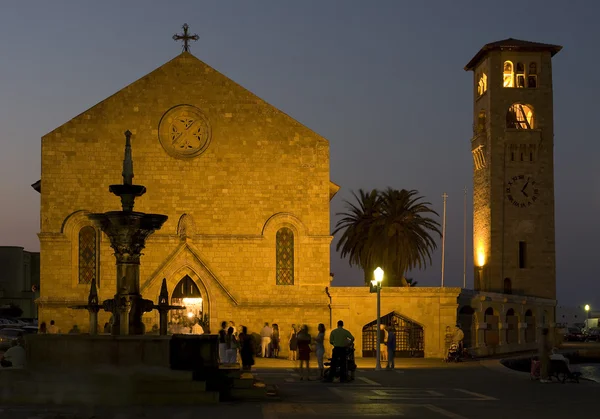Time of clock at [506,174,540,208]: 5:06
